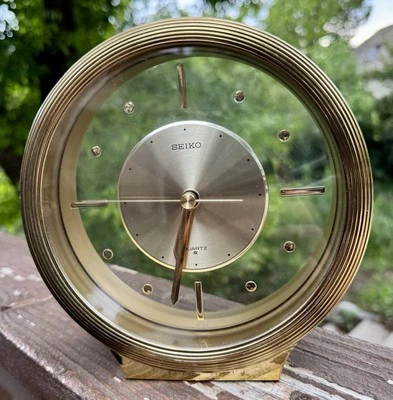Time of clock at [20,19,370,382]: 2:32
